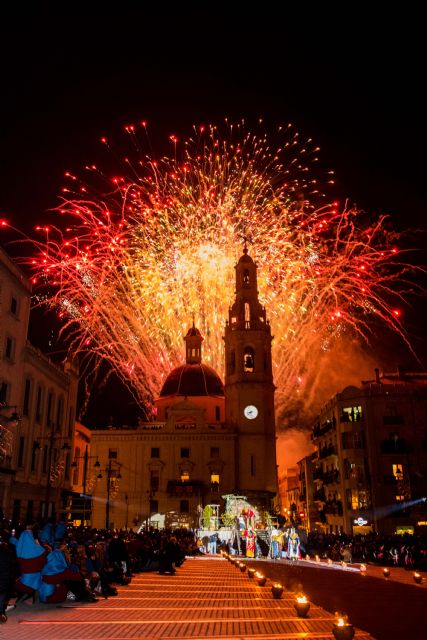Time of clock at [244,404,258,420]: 8:38
